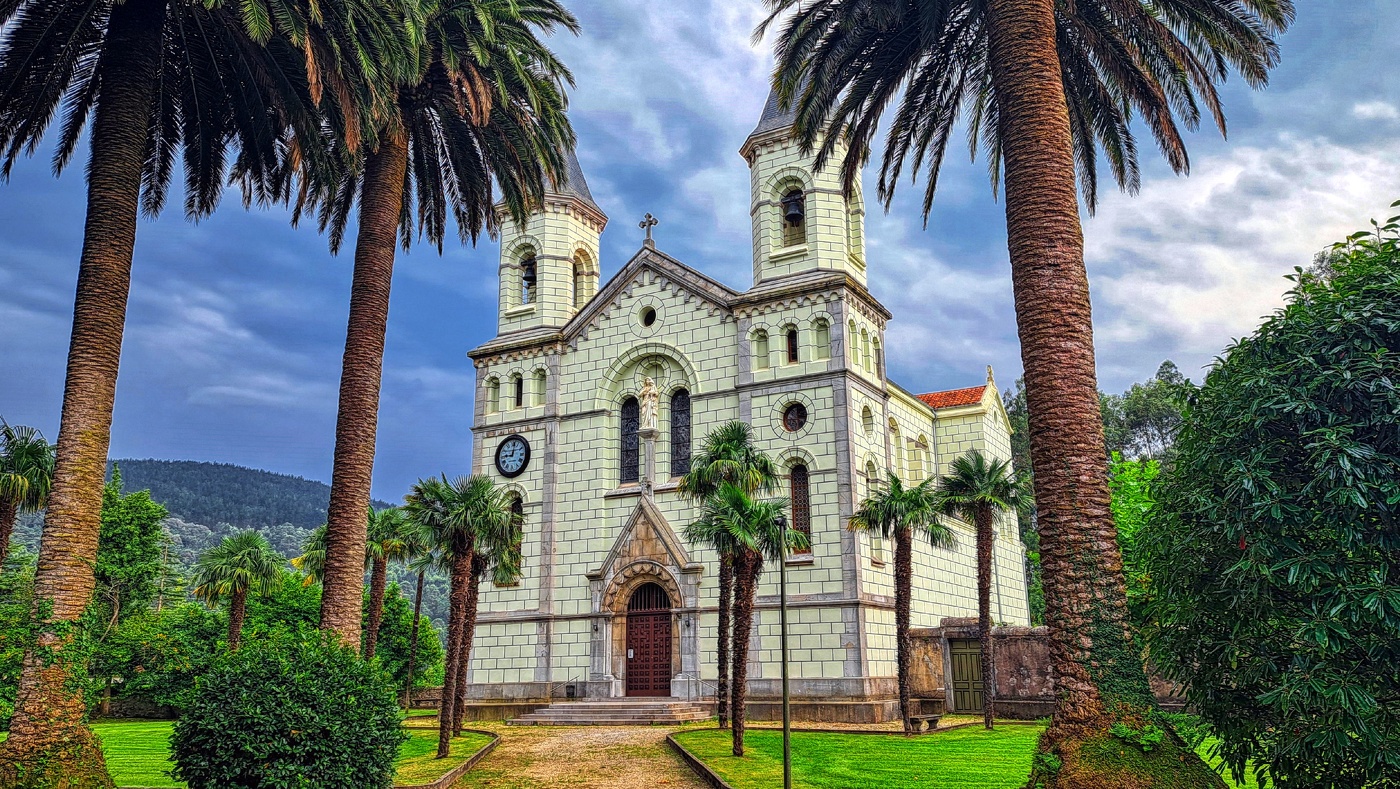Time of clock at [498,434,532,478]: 9:01
